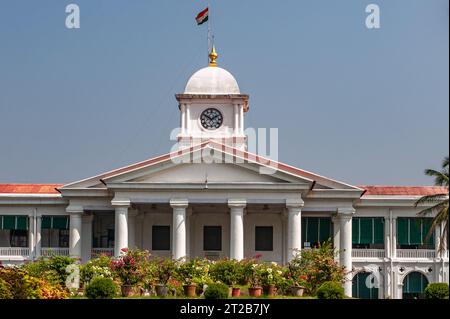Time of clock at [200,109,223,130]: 1:50
